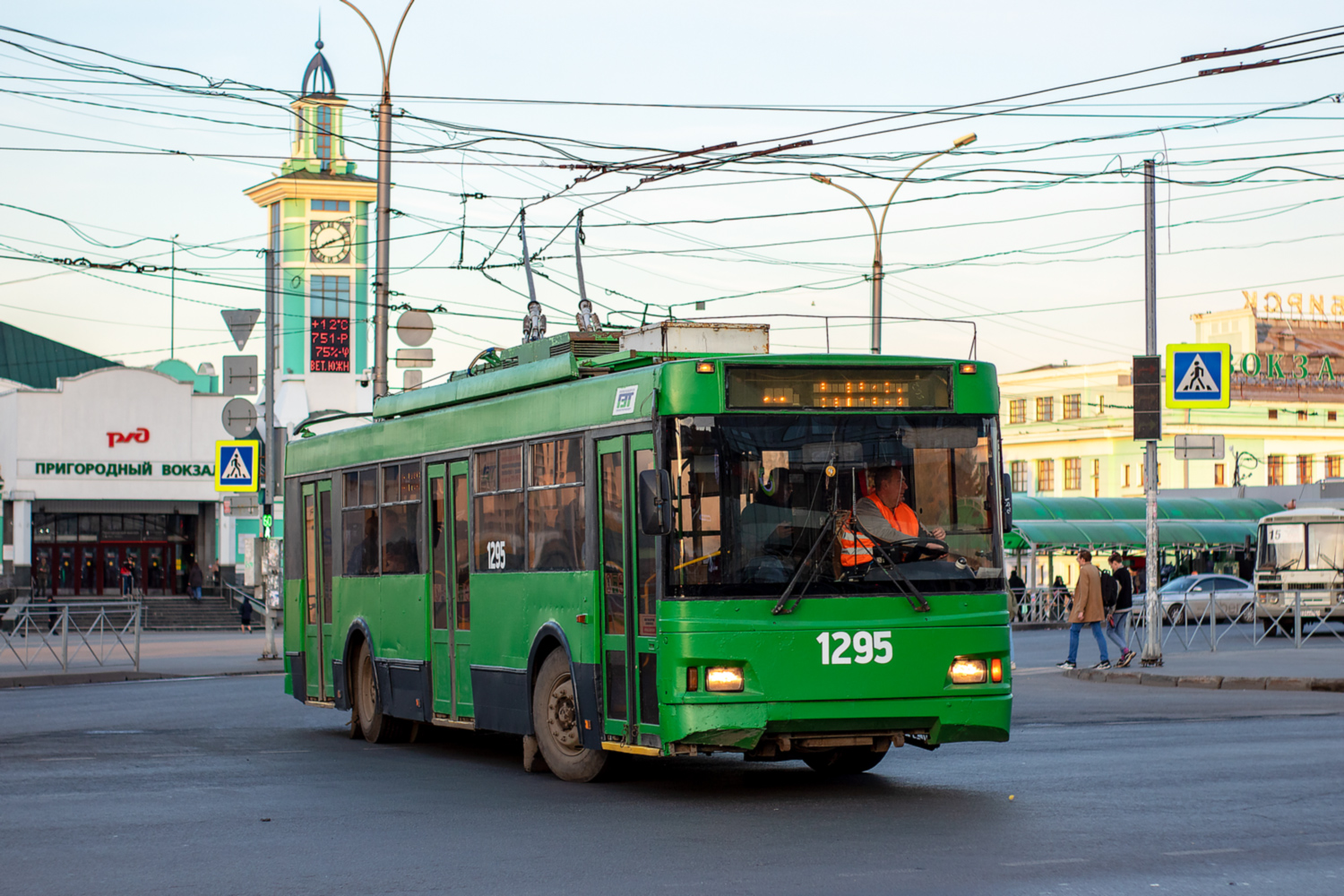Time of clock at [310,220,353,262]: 8:11
